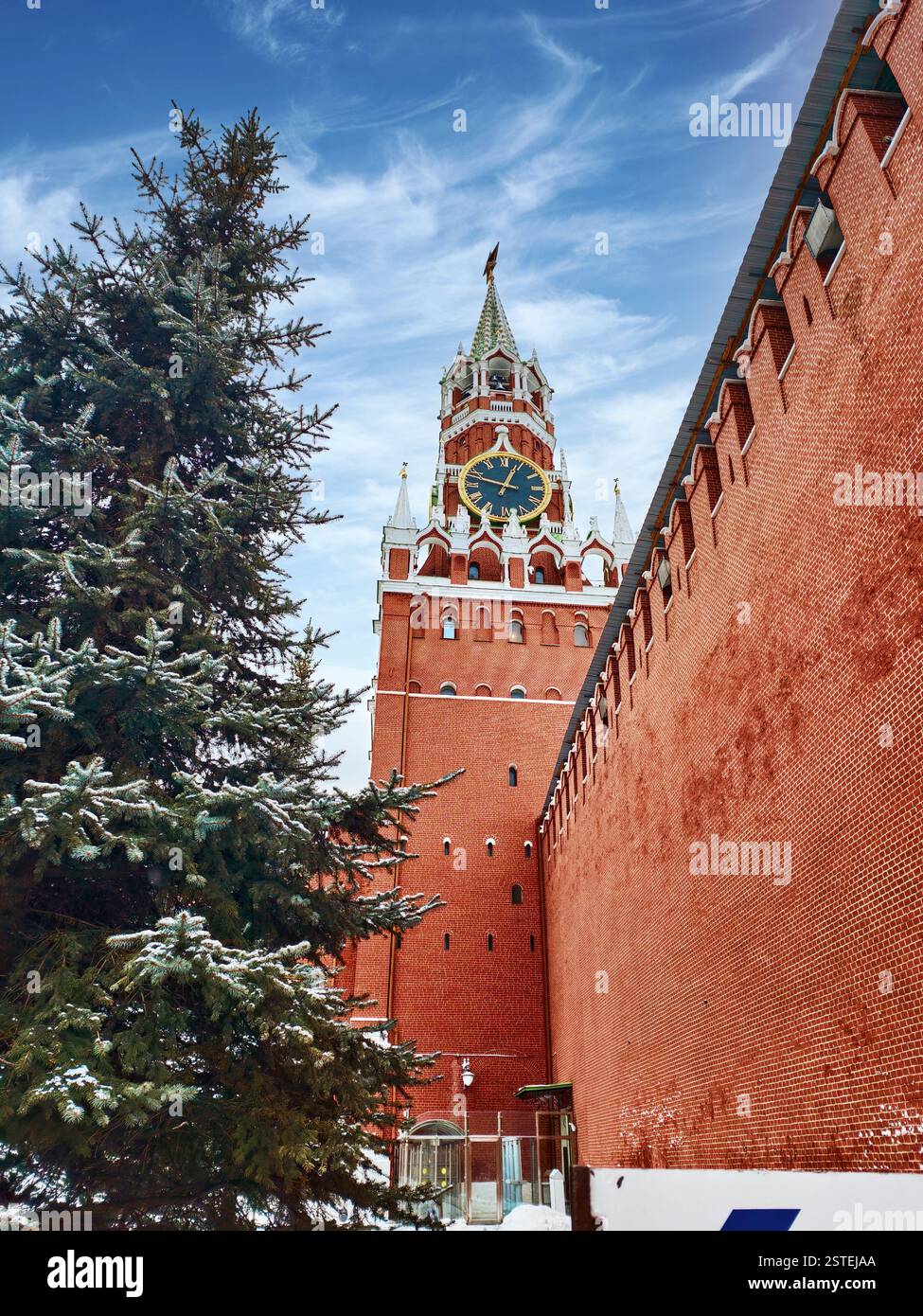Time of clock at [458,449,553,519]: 12:47
